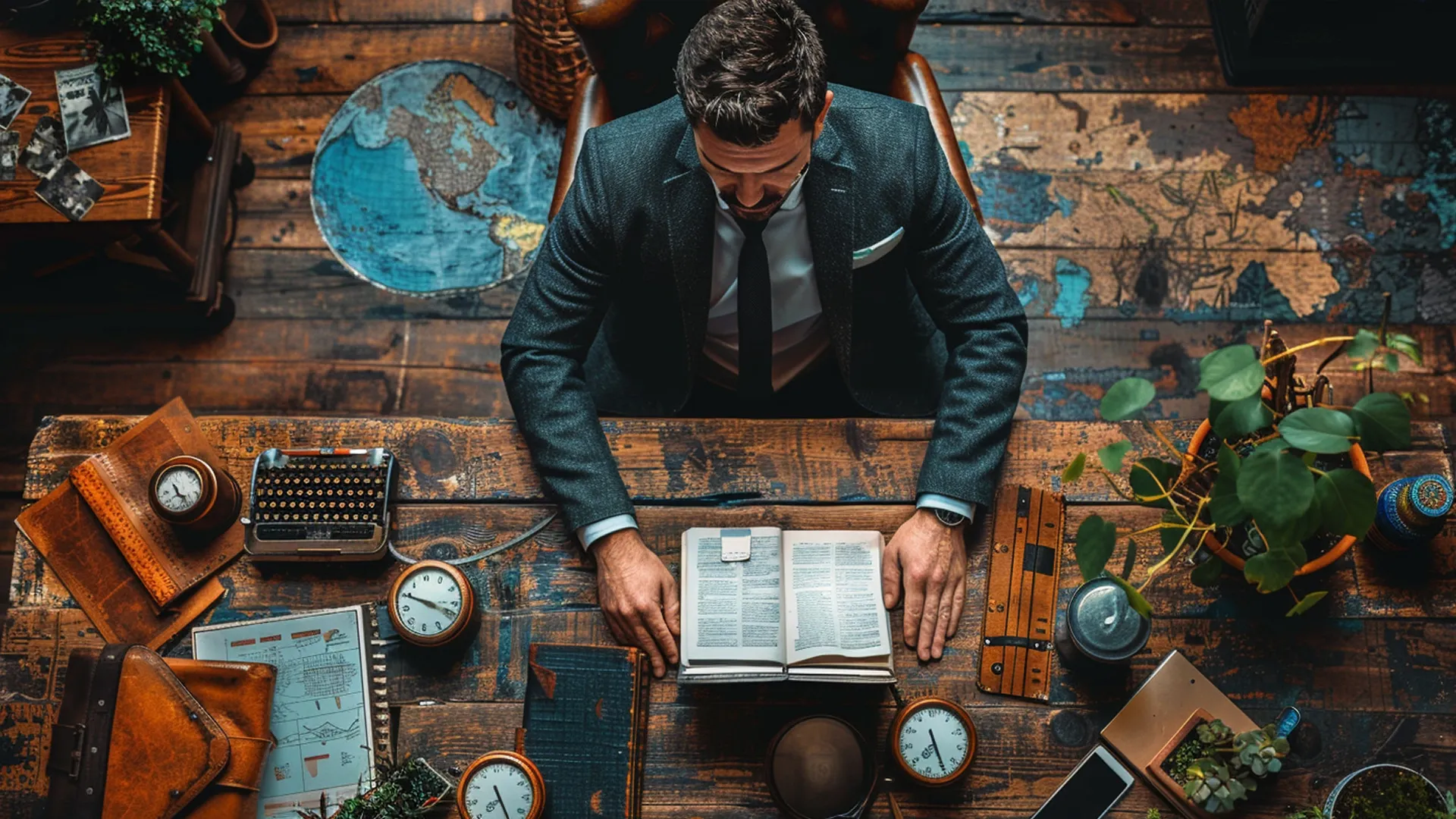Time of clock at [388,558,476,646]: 3:49
